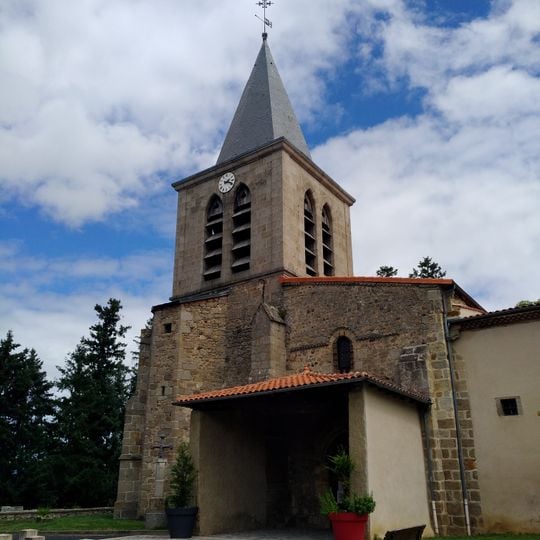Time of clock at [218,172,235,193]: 2:18
